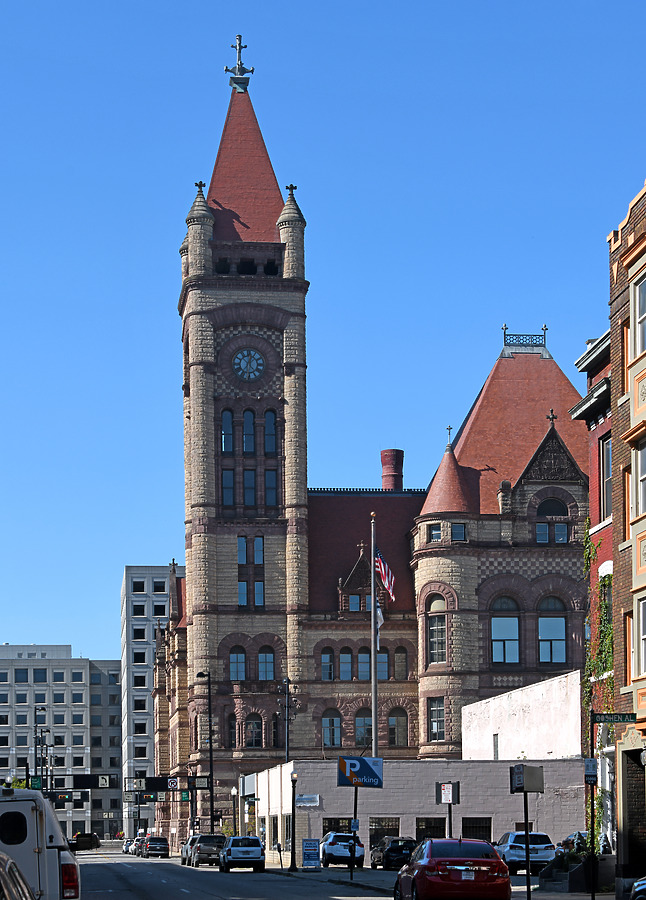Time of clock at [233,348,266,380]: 12:30
